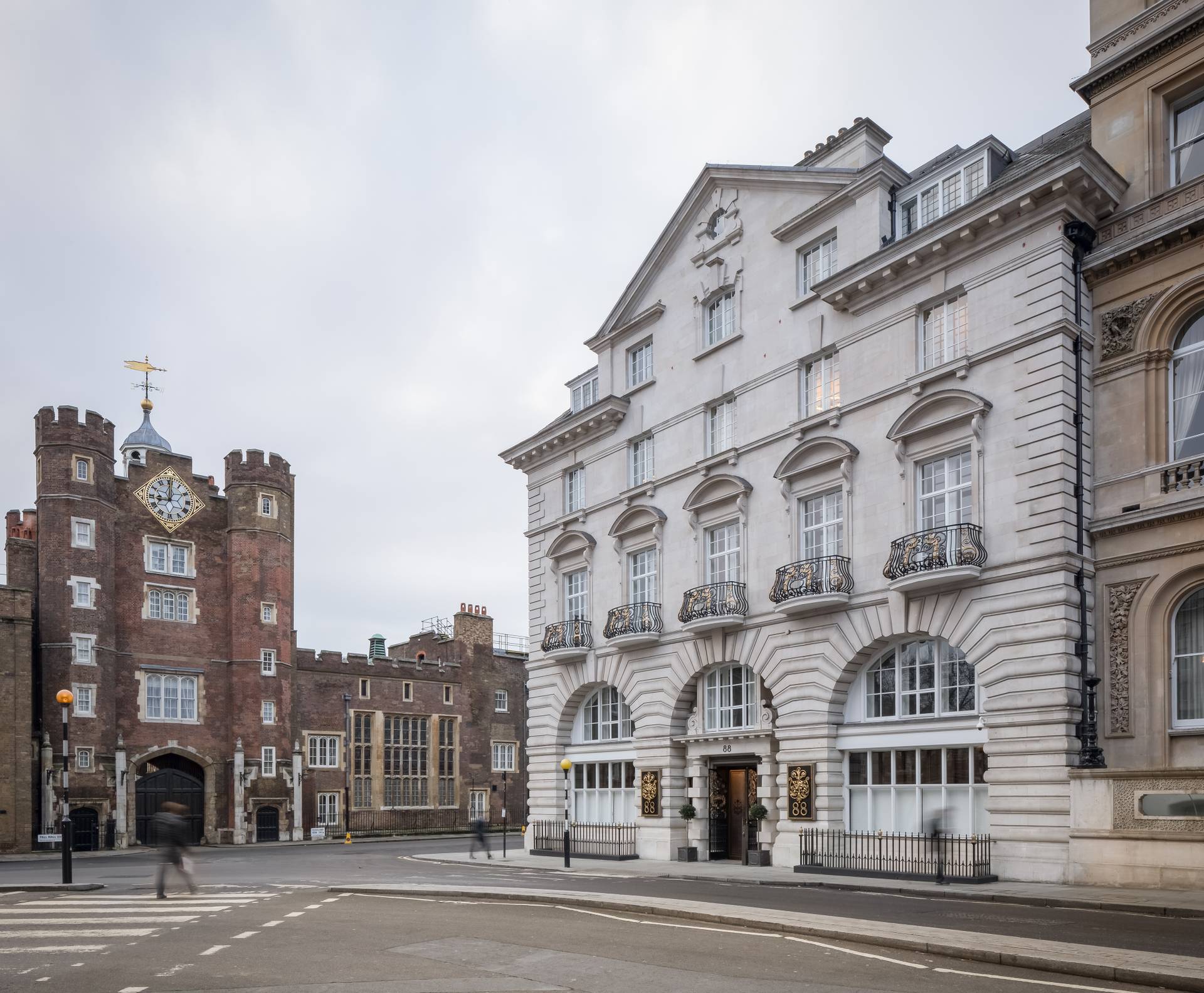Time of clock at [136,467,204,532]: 9:00
